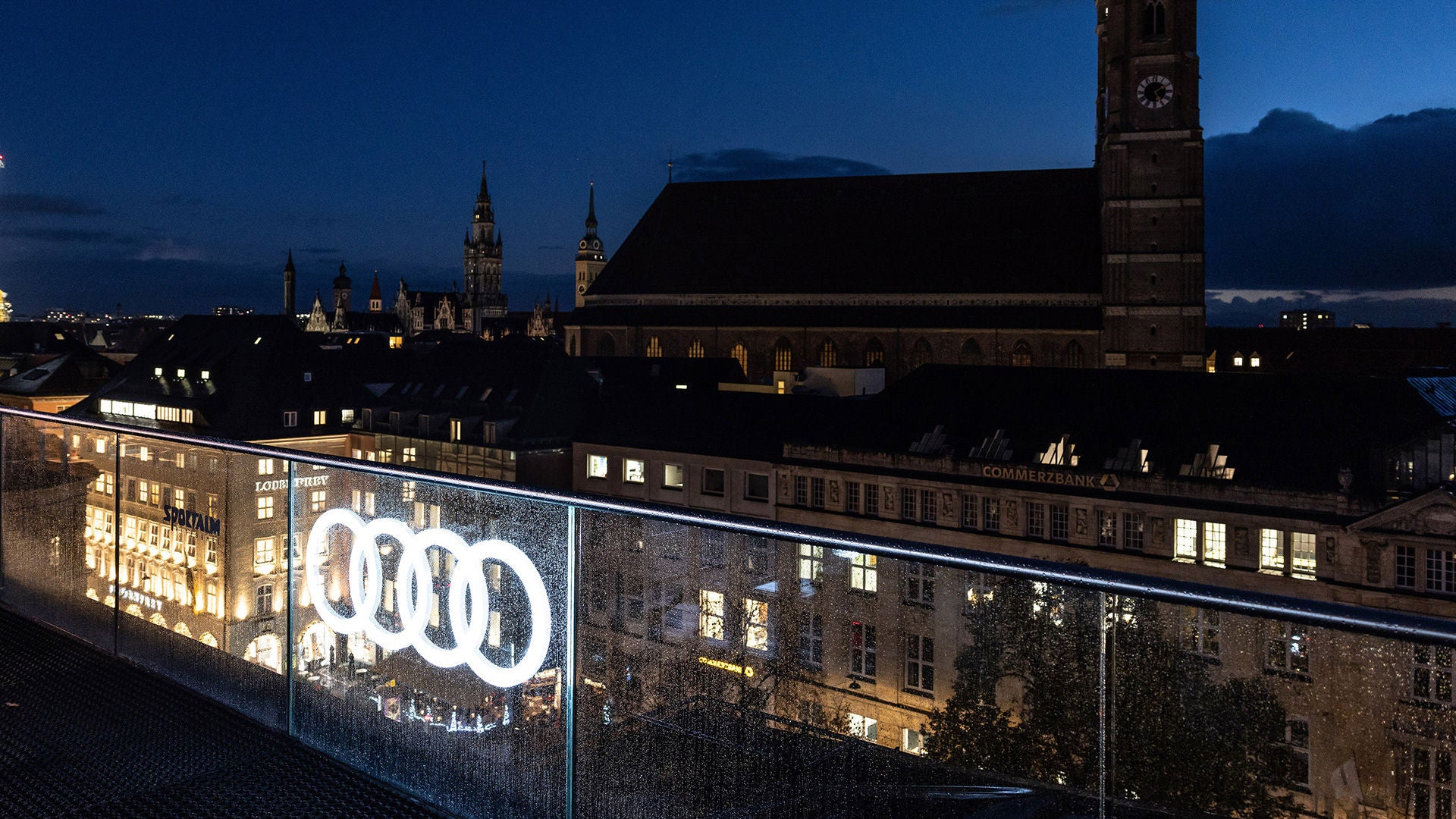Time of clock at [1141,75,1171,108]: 5:09
